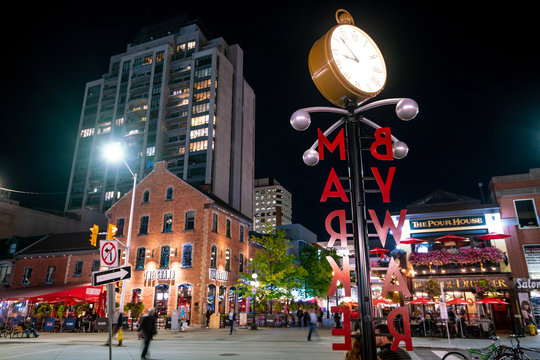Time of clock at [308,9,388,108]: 8:52
